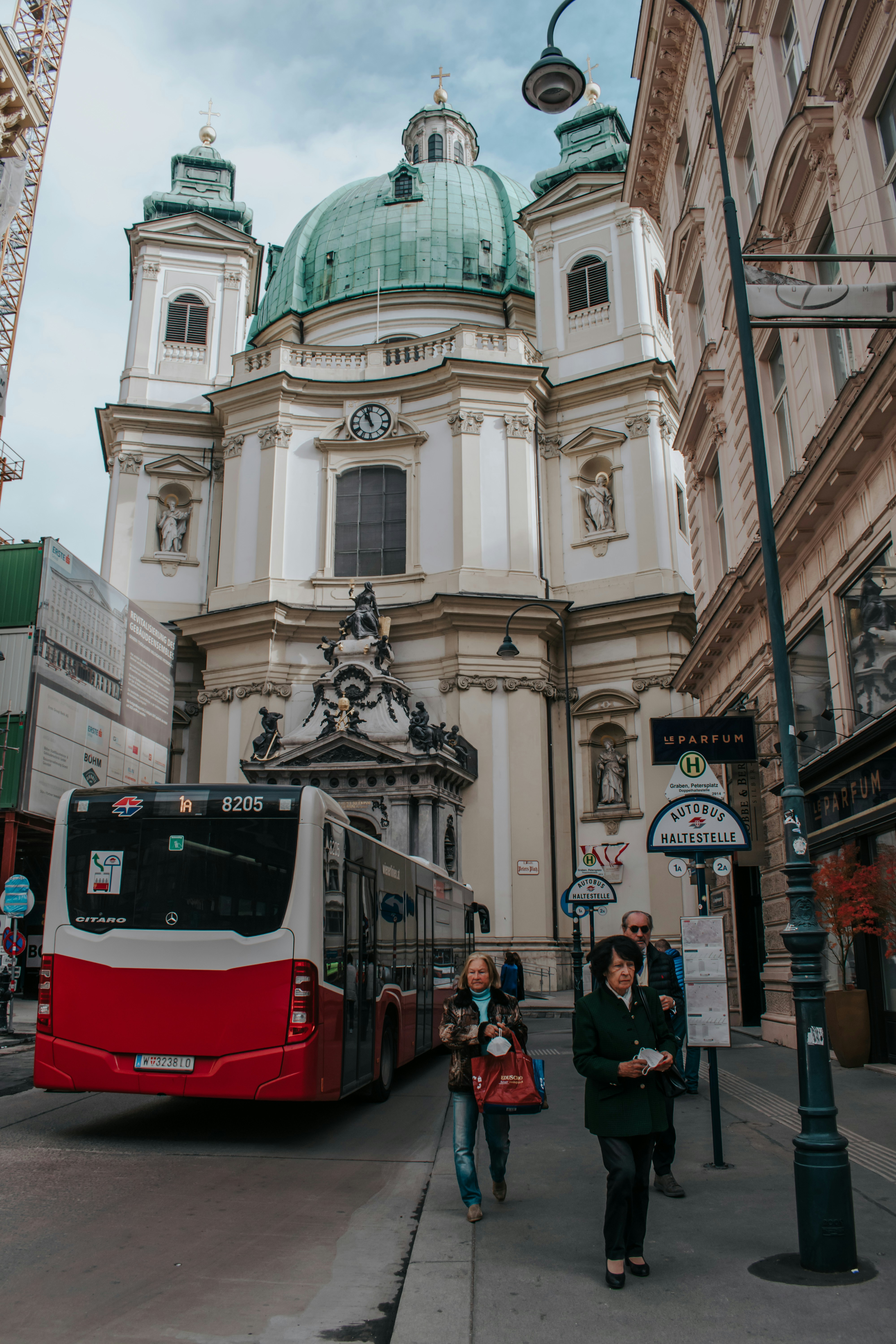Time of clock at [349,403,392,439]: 10:57
